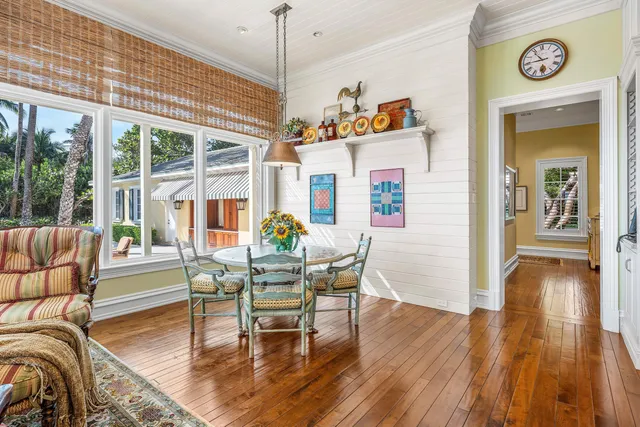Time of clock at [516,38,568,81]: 10:45
